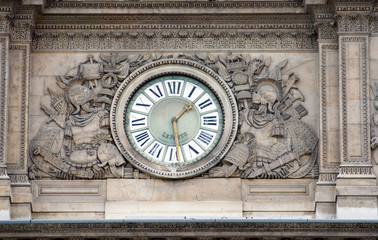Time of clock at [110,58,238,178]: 1:28
